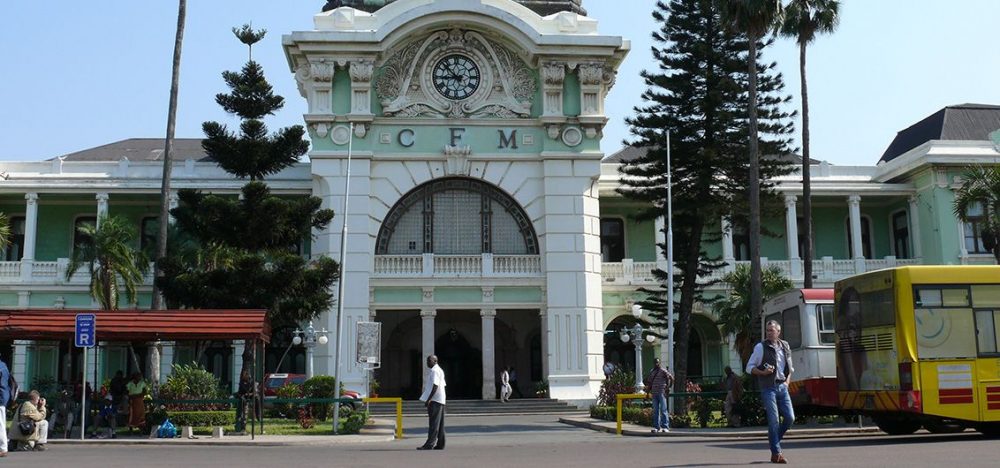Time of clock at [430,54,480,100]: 8:52
